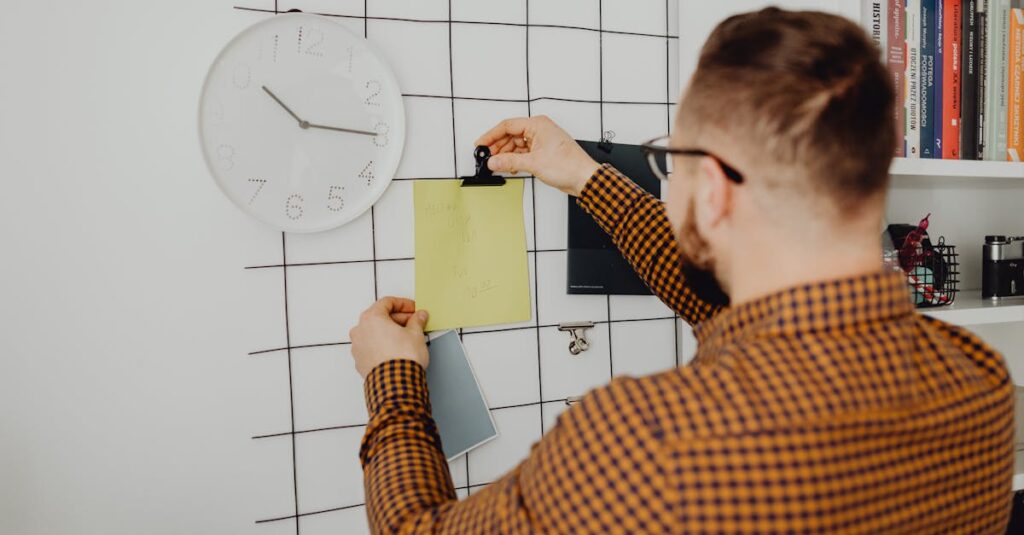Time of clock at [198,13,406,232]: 10:15
